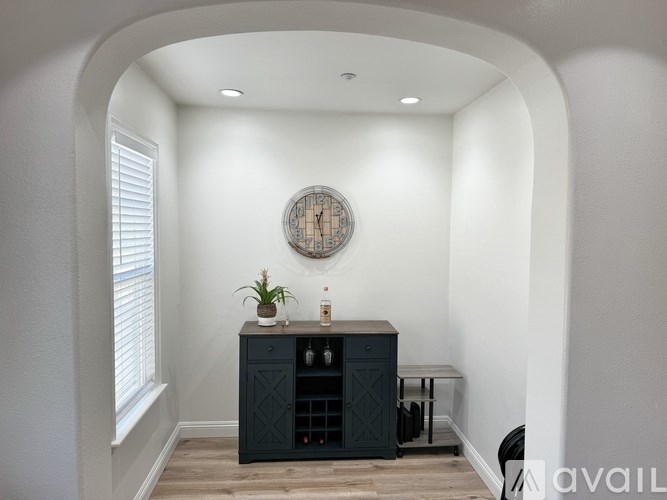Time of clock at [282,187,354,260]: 12:28
